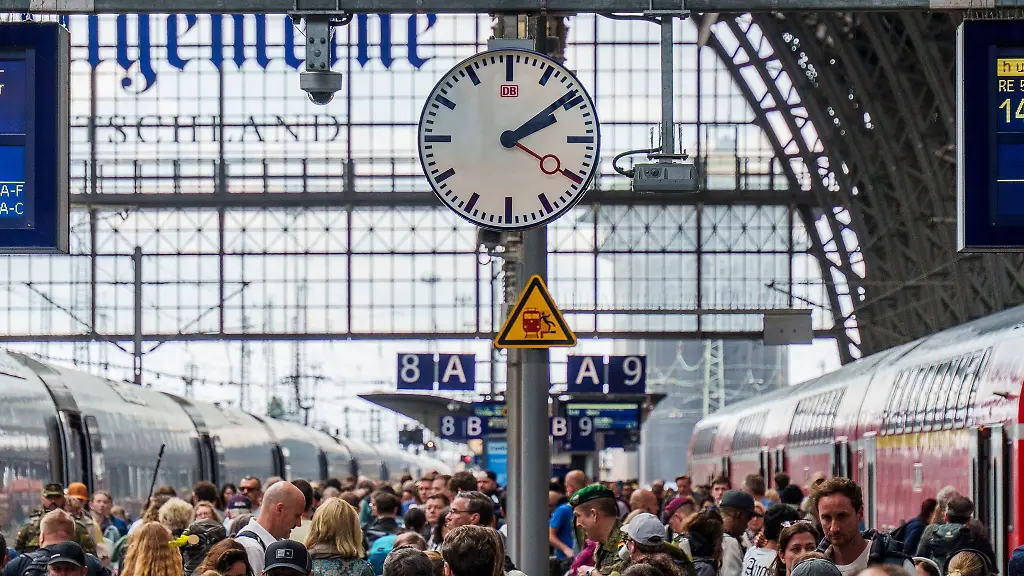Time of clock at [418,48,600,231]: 2:09
